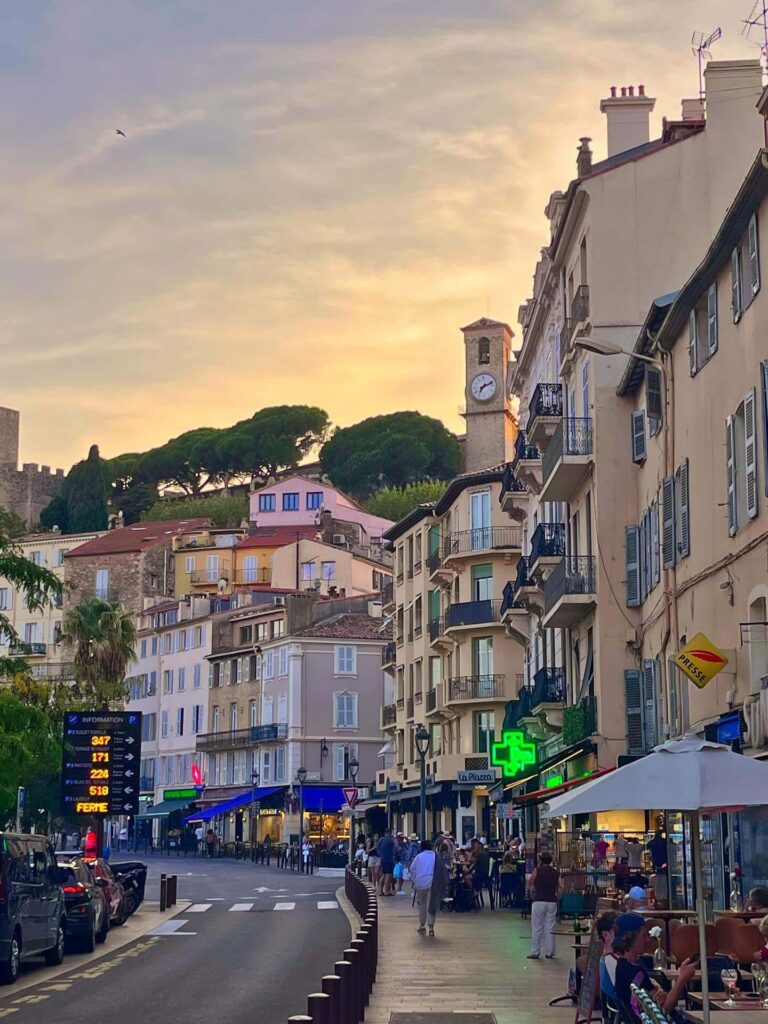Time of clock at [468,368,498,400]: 7:11
